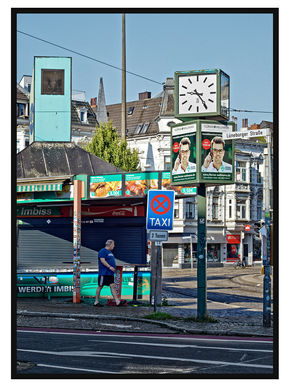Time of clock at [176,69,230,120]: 9:24
